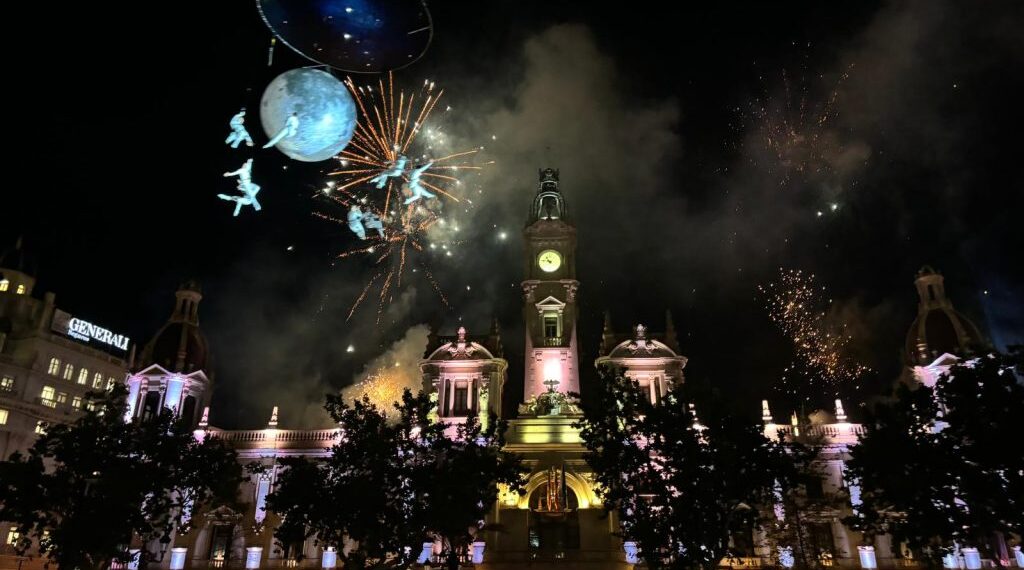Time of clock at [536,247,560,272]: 10:46
